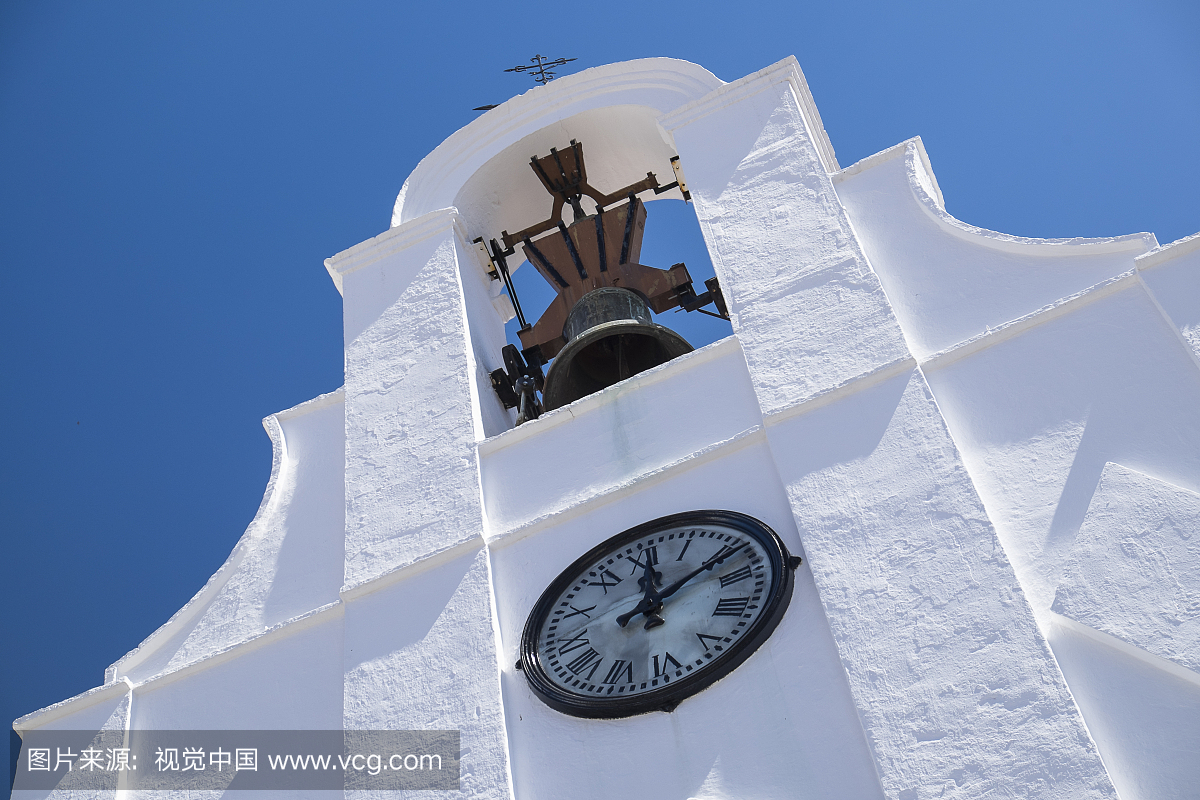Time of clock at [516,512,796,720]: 12:10
